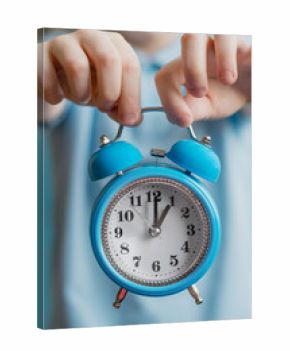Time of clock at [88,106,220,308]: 1:00
